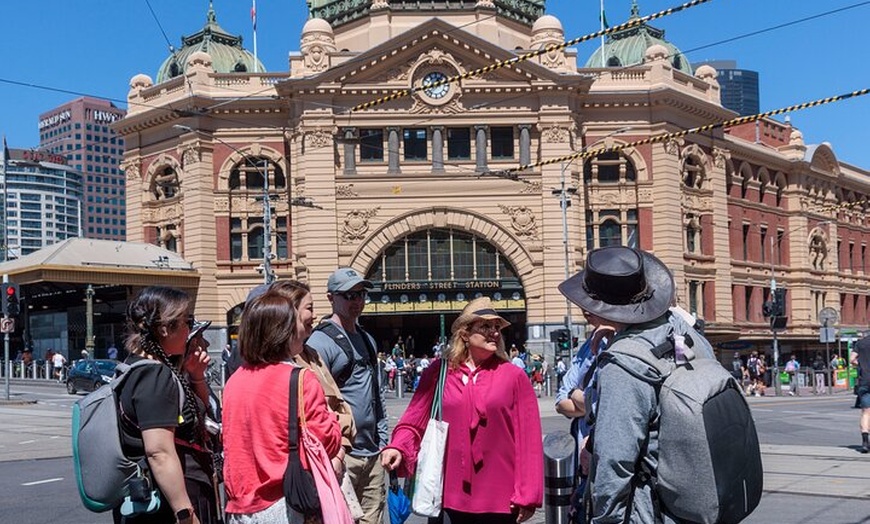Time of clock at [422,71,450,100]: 1:12
